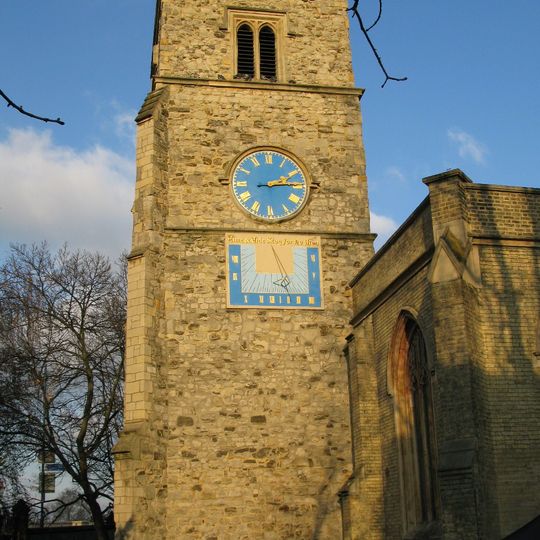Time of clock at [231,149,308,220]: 2:14
